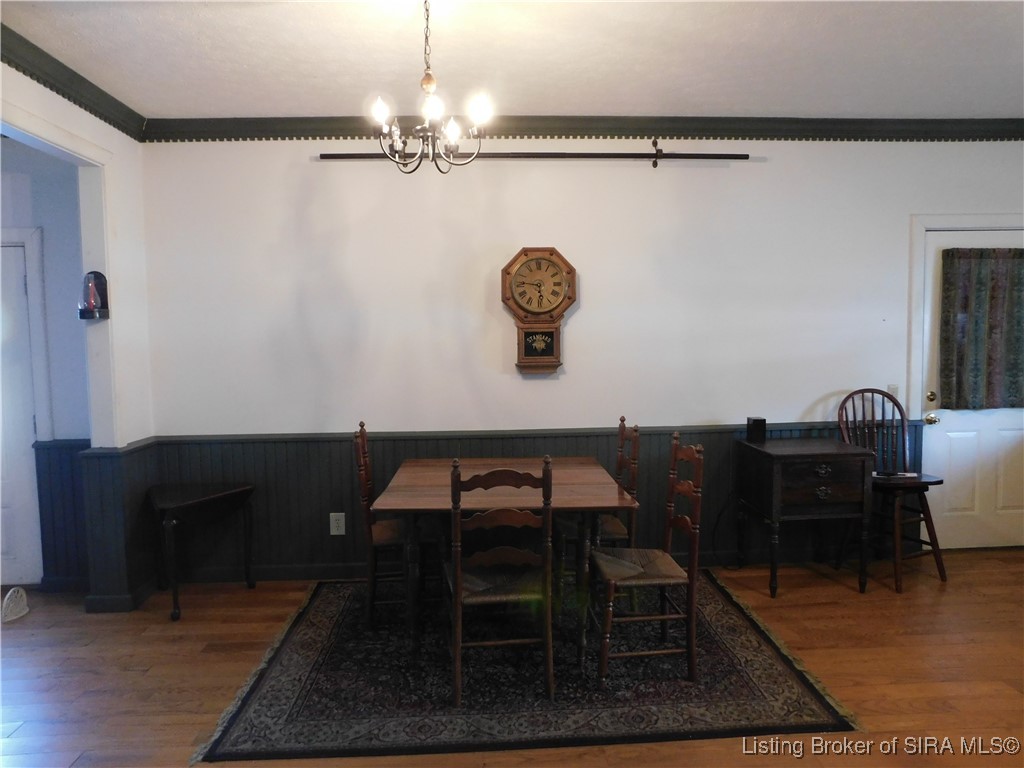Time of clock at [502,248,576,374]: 5:45
